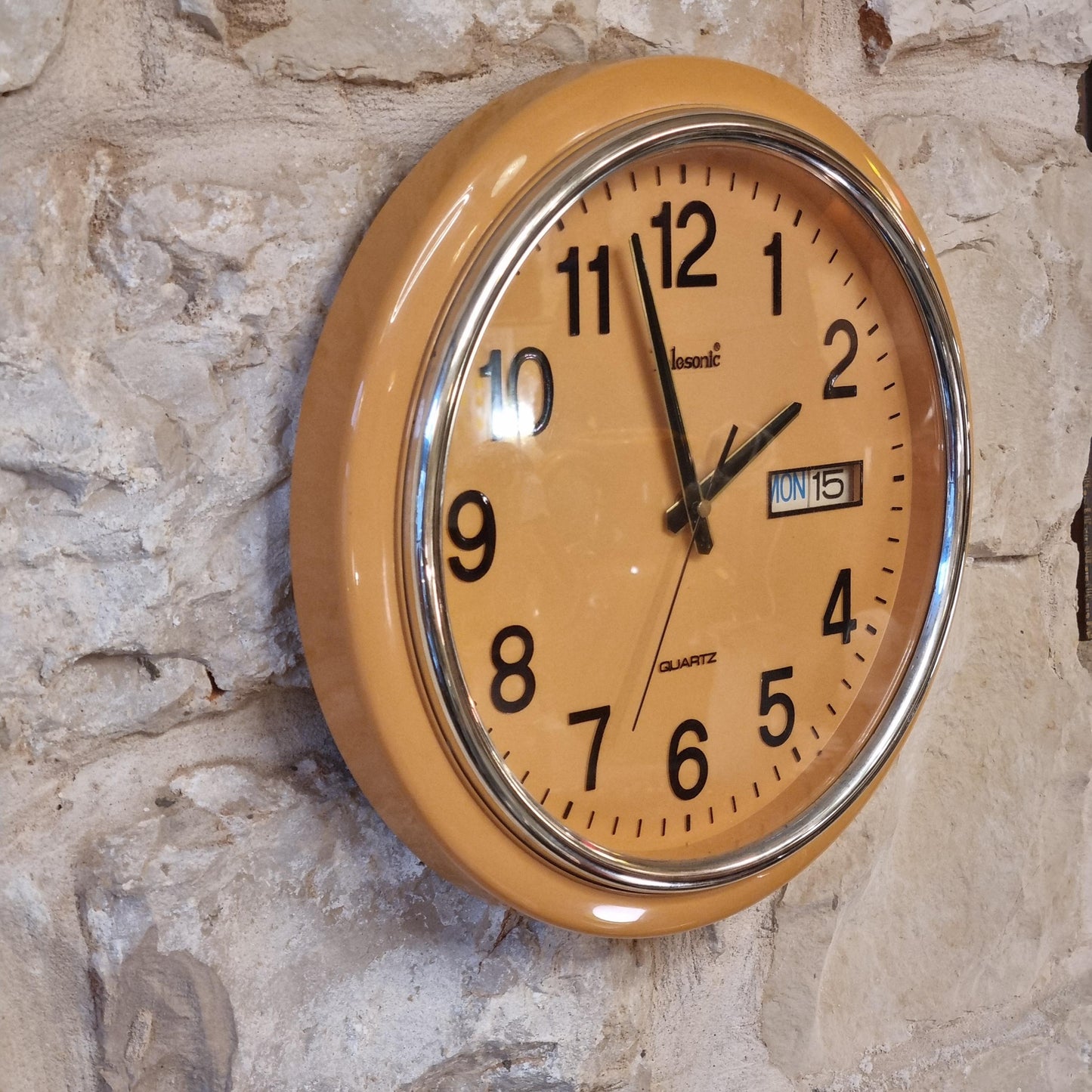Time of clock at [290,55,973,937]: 1:57
